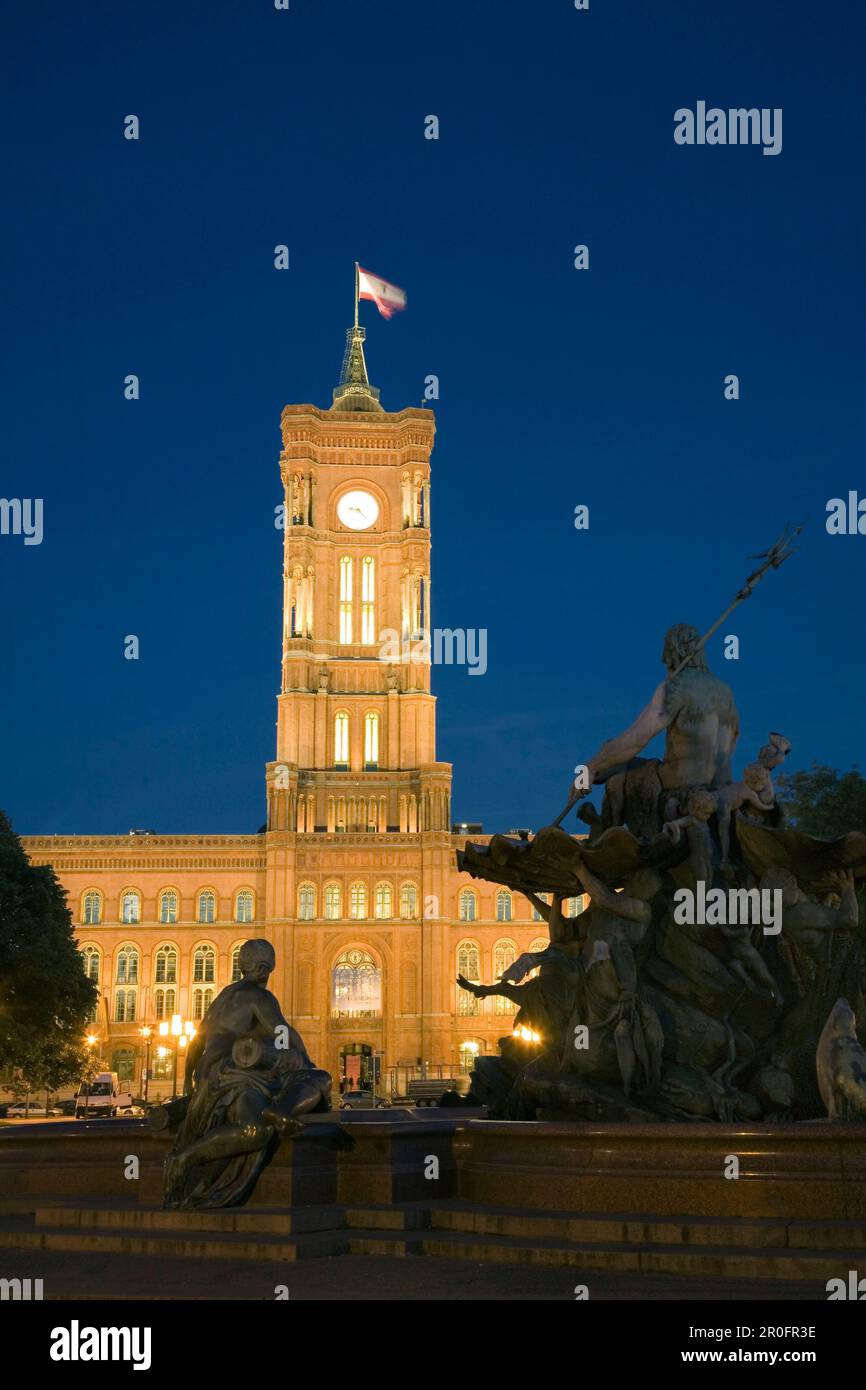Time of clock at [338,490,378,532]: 9:22
